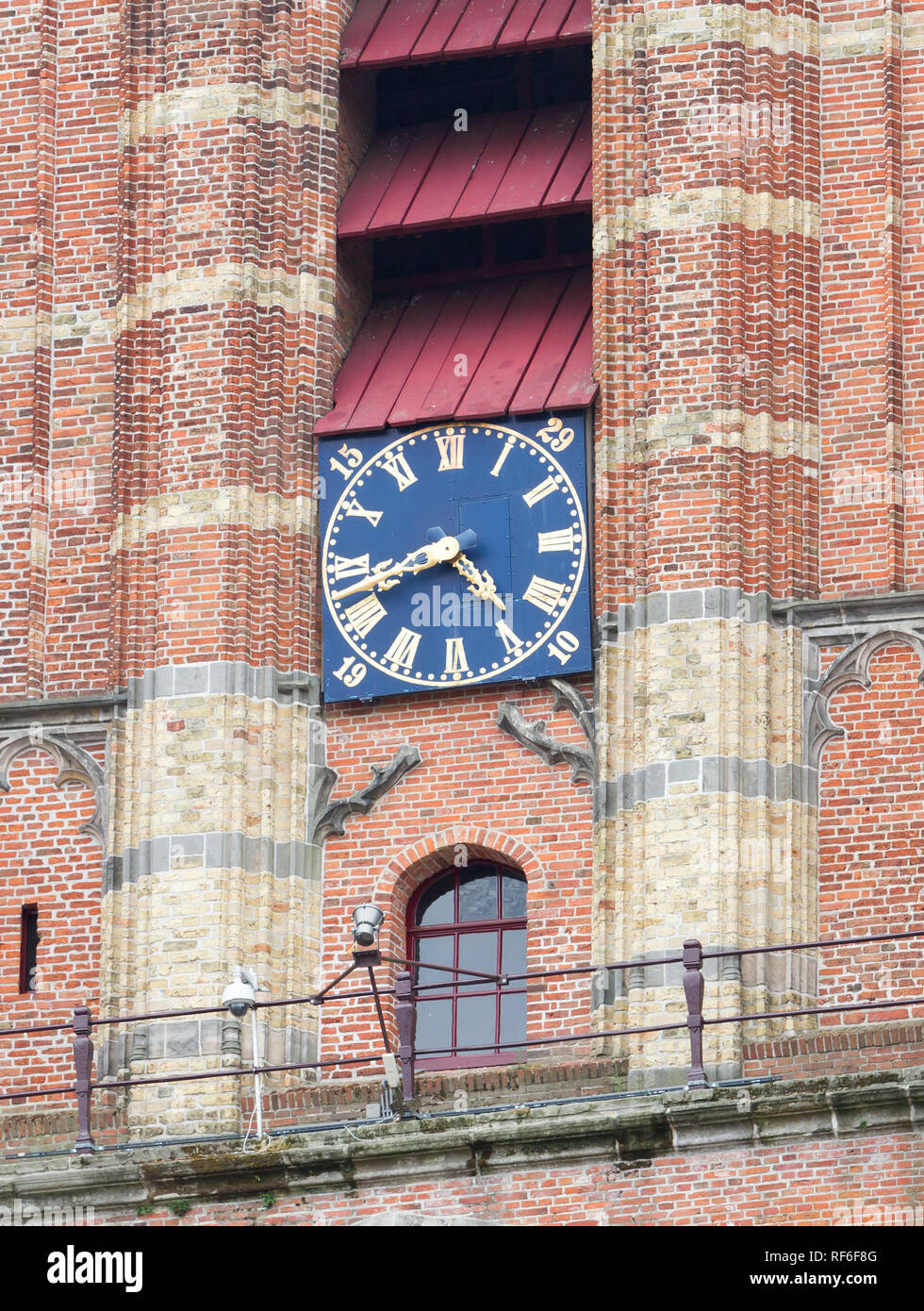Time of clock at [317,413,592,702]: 4:42
